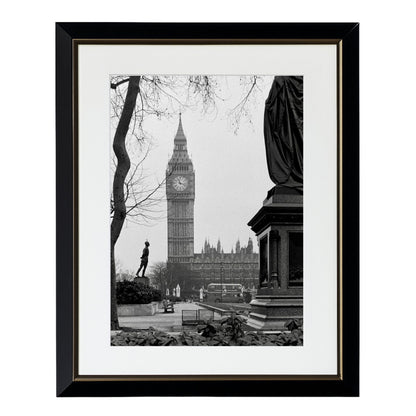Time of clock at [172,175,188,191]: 11:17
